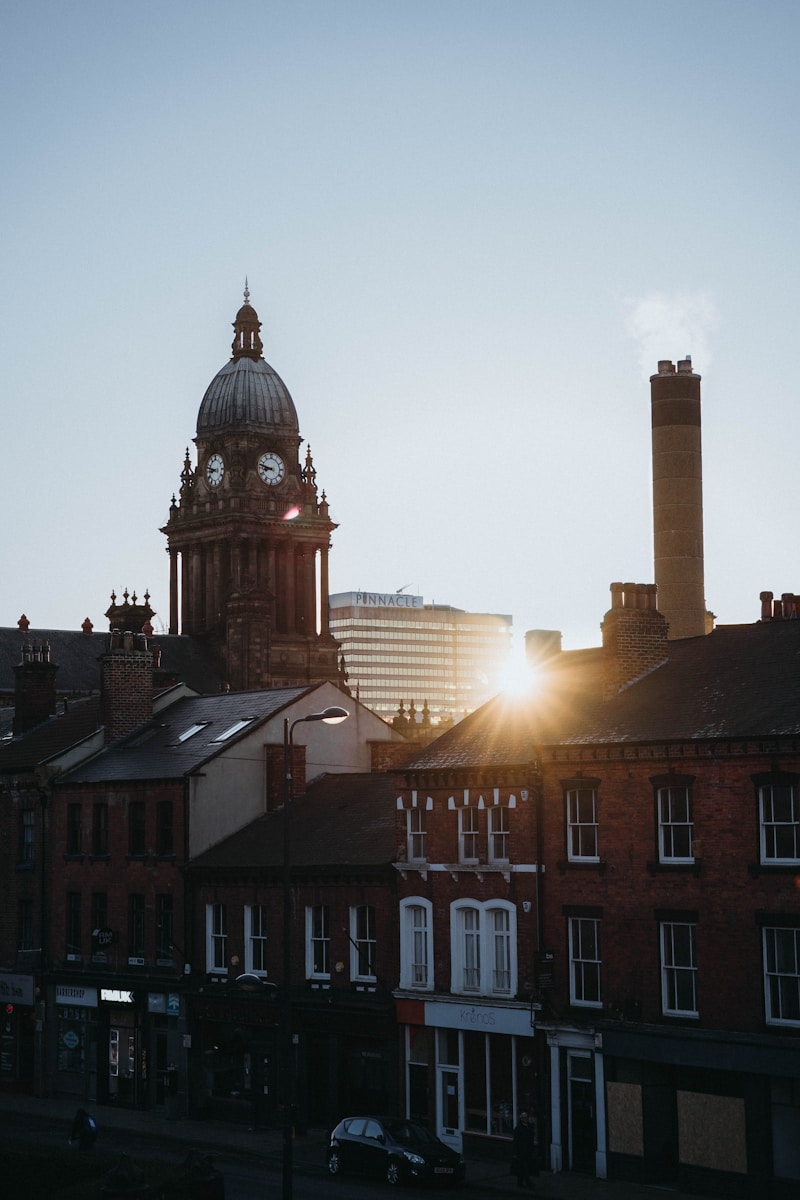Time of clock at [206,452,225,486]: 8:47
